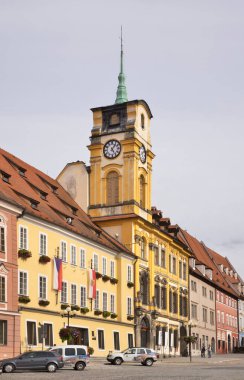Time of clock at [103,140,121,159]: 5:06
